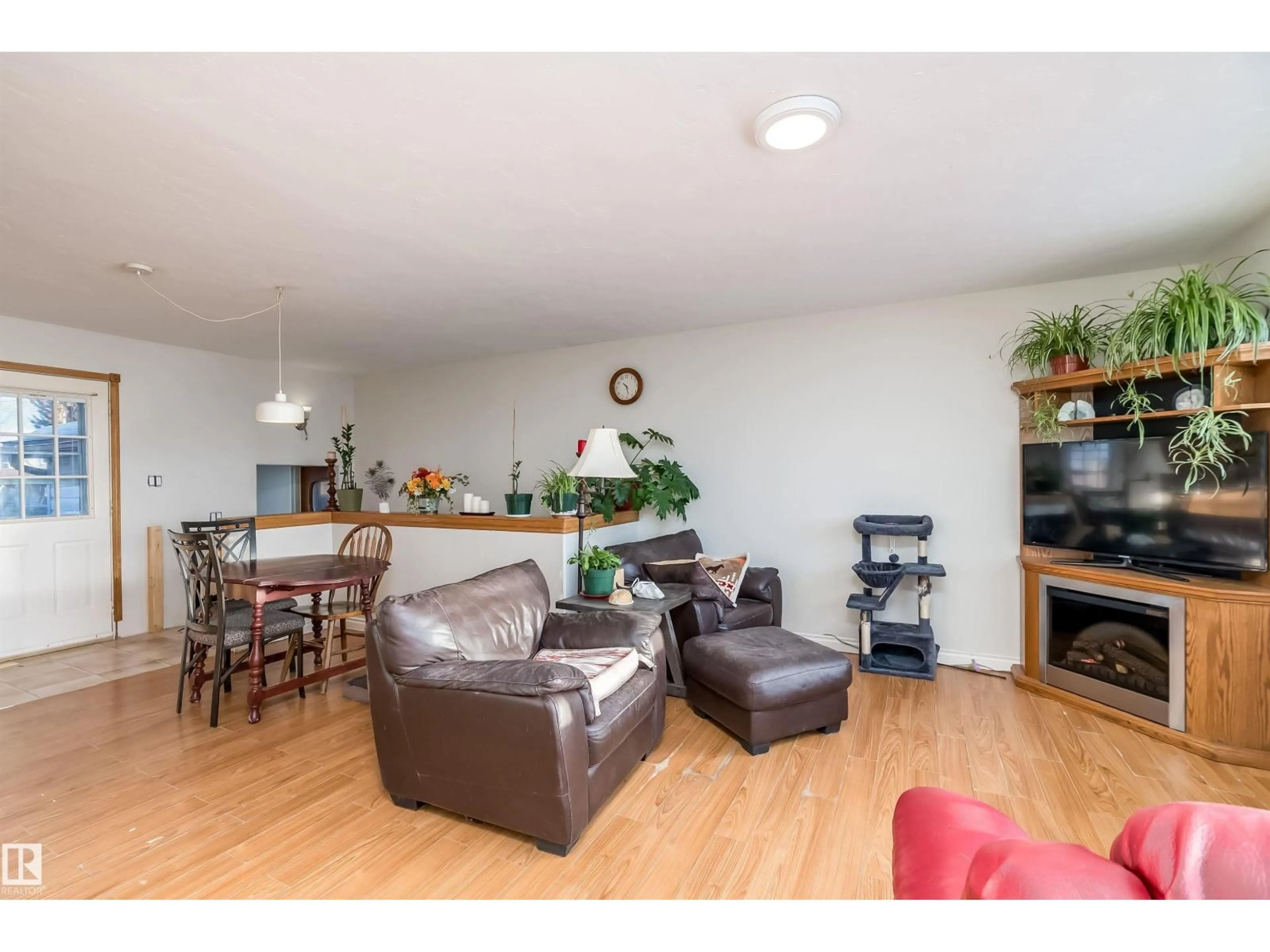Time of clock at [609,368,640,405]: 10:27
